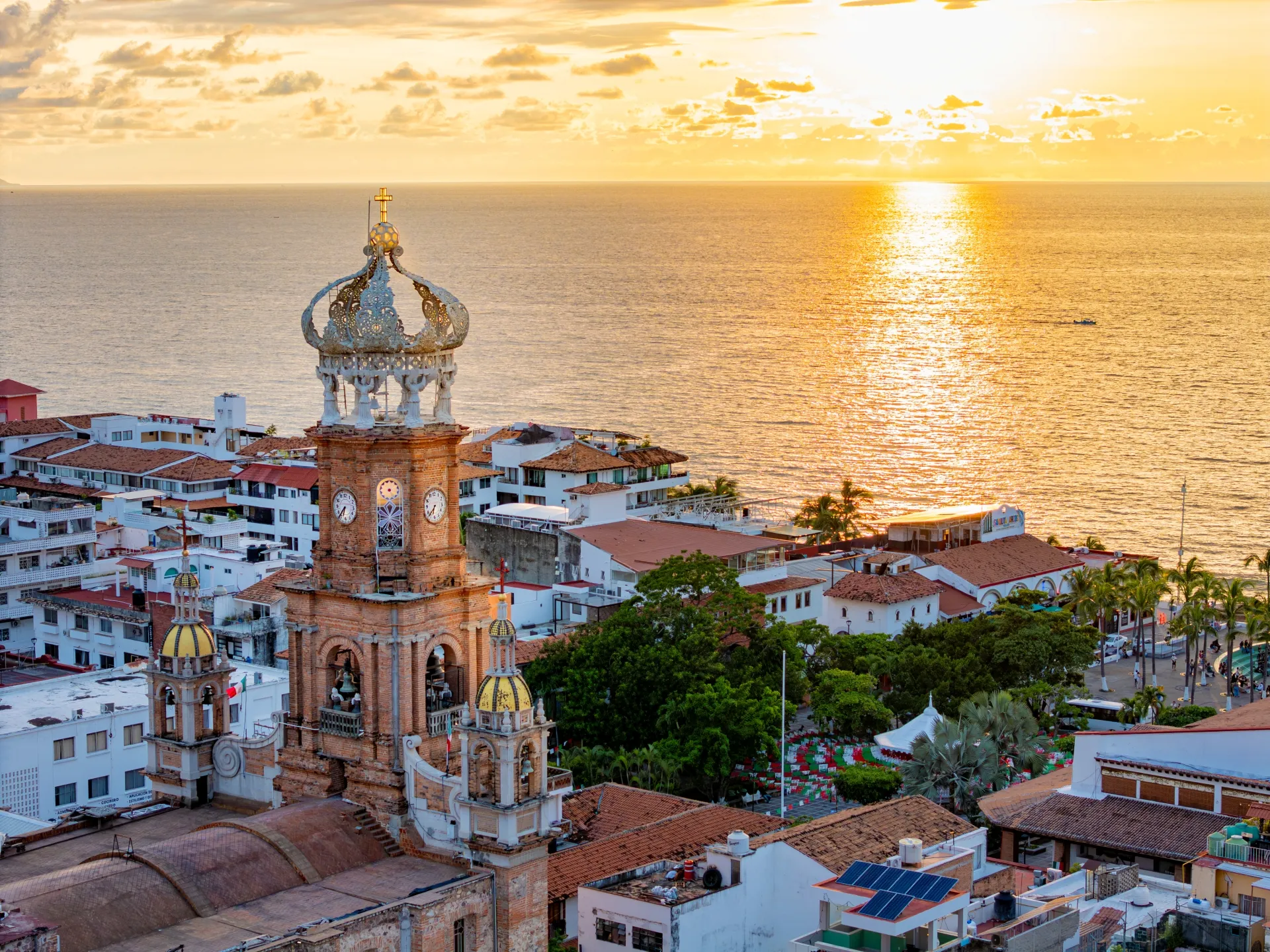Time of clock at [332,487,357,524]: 6:36
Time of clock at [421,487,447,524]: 6:37
